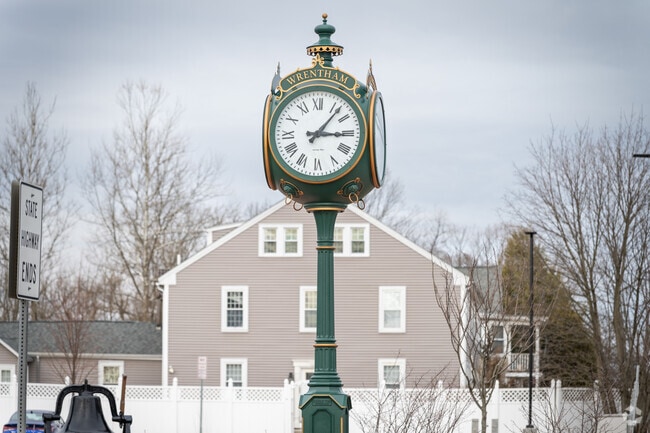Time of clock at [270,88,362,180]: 3:06
